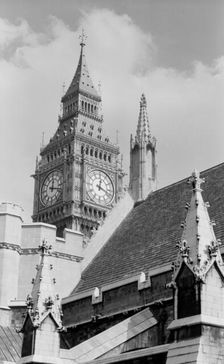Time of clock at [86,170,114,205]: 12:18
